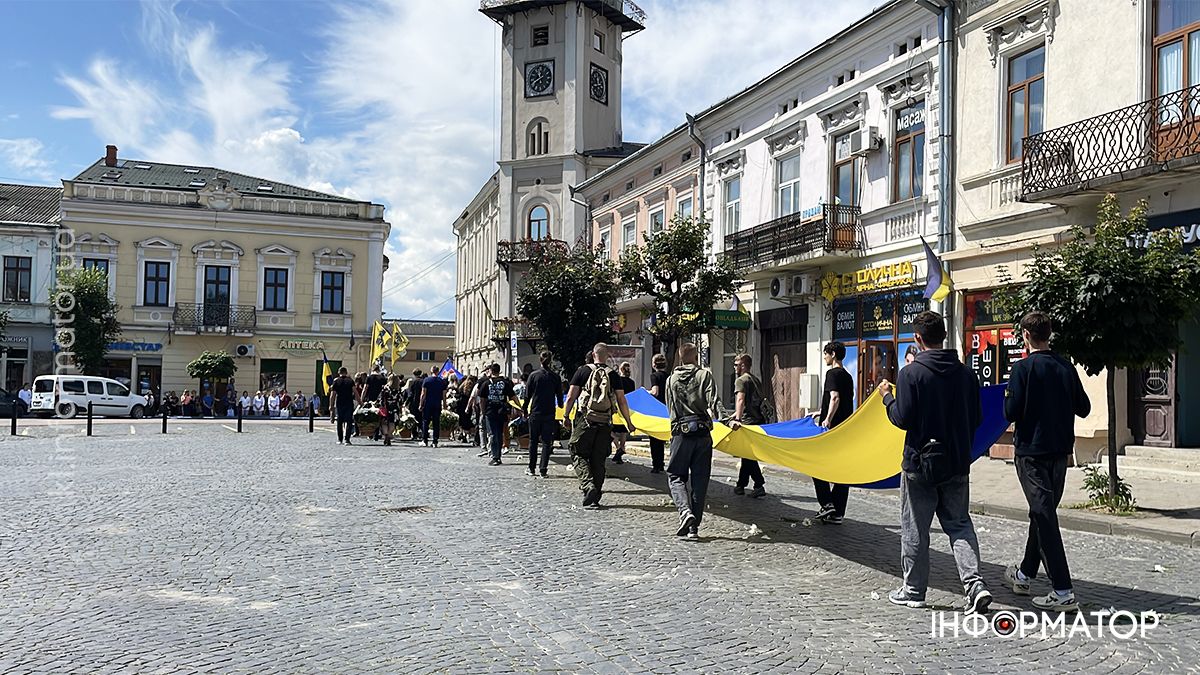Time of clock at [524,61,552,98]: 11:40
